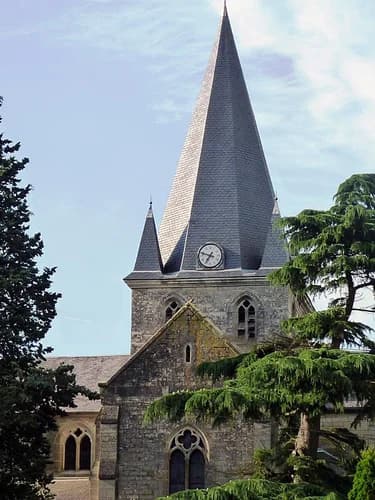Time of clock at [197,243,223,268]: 6:47
